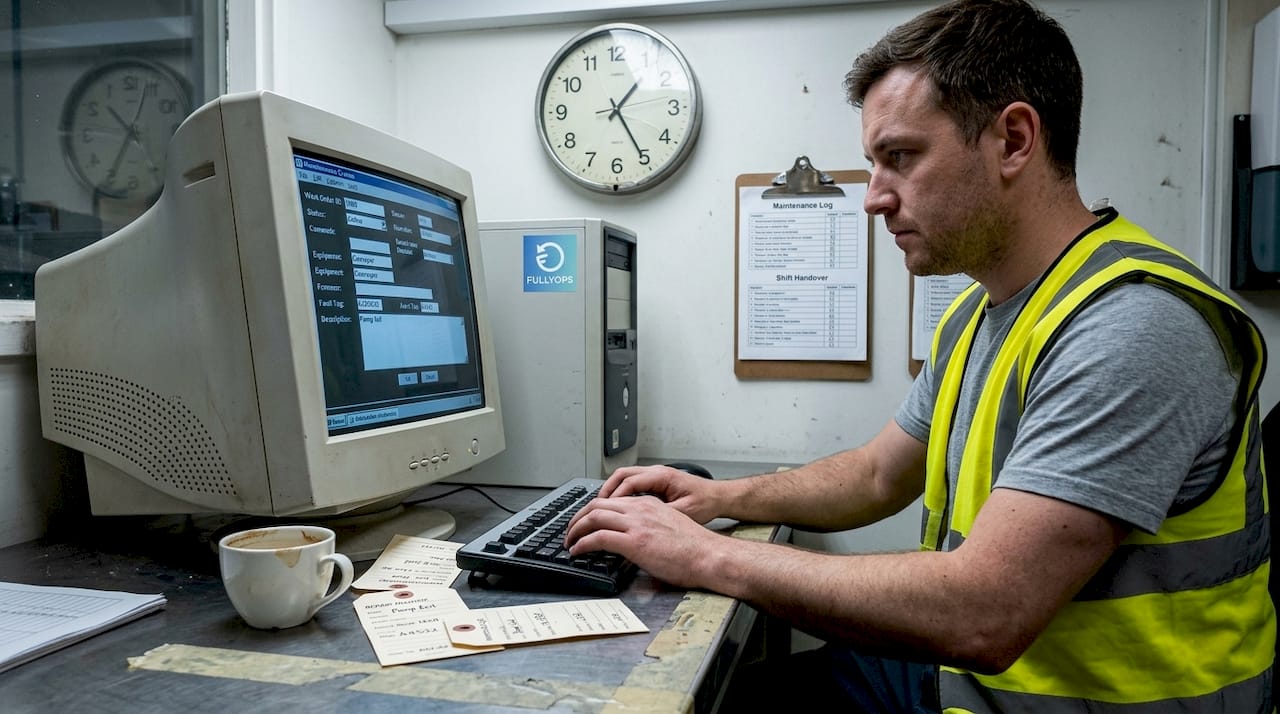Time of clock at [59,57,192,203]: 10:35
